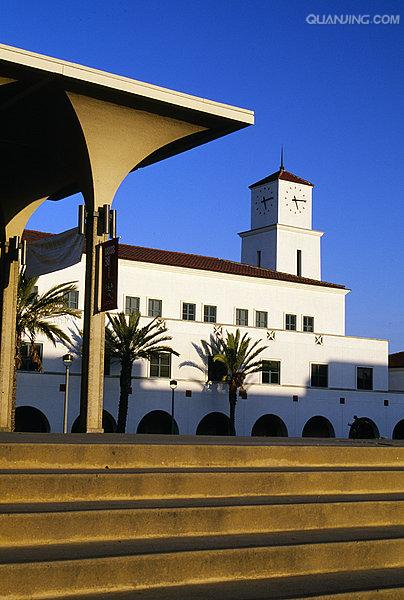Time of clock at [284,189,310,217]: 5:14
